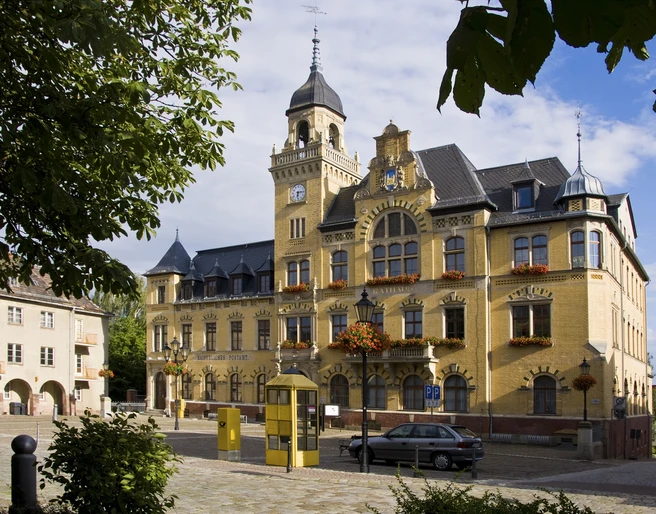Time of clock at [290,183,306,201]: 6:15
